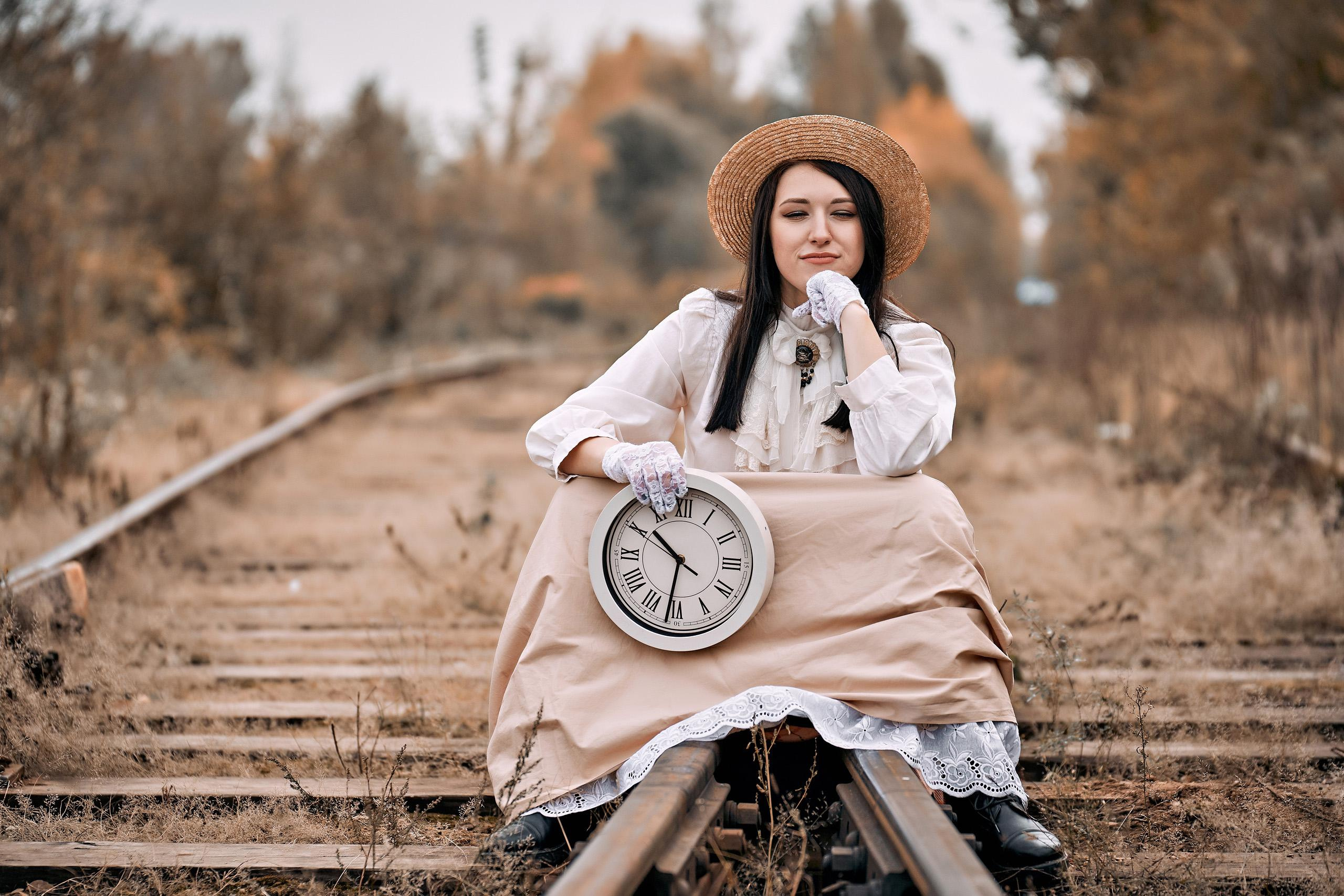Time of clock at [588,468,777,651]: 10:31
